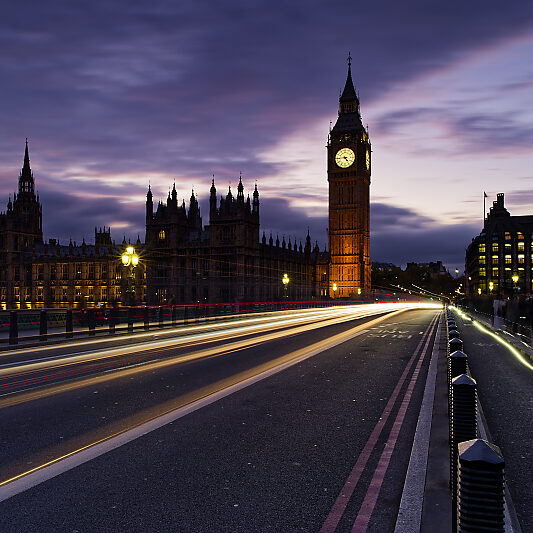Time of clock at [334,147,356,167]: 4:44
